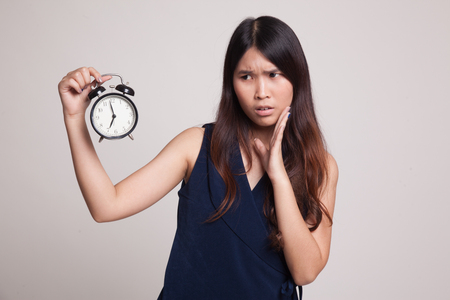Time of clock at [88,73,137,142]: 6:58
